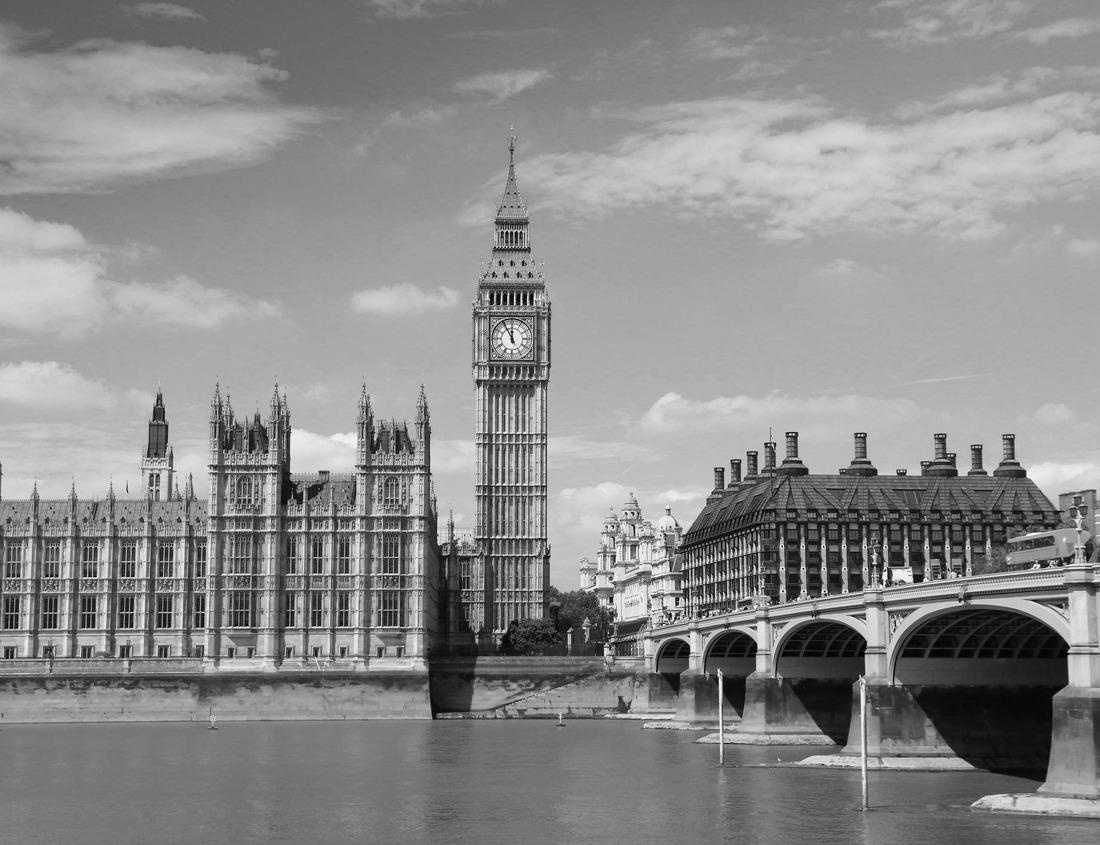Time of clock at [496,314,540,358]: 11:55
